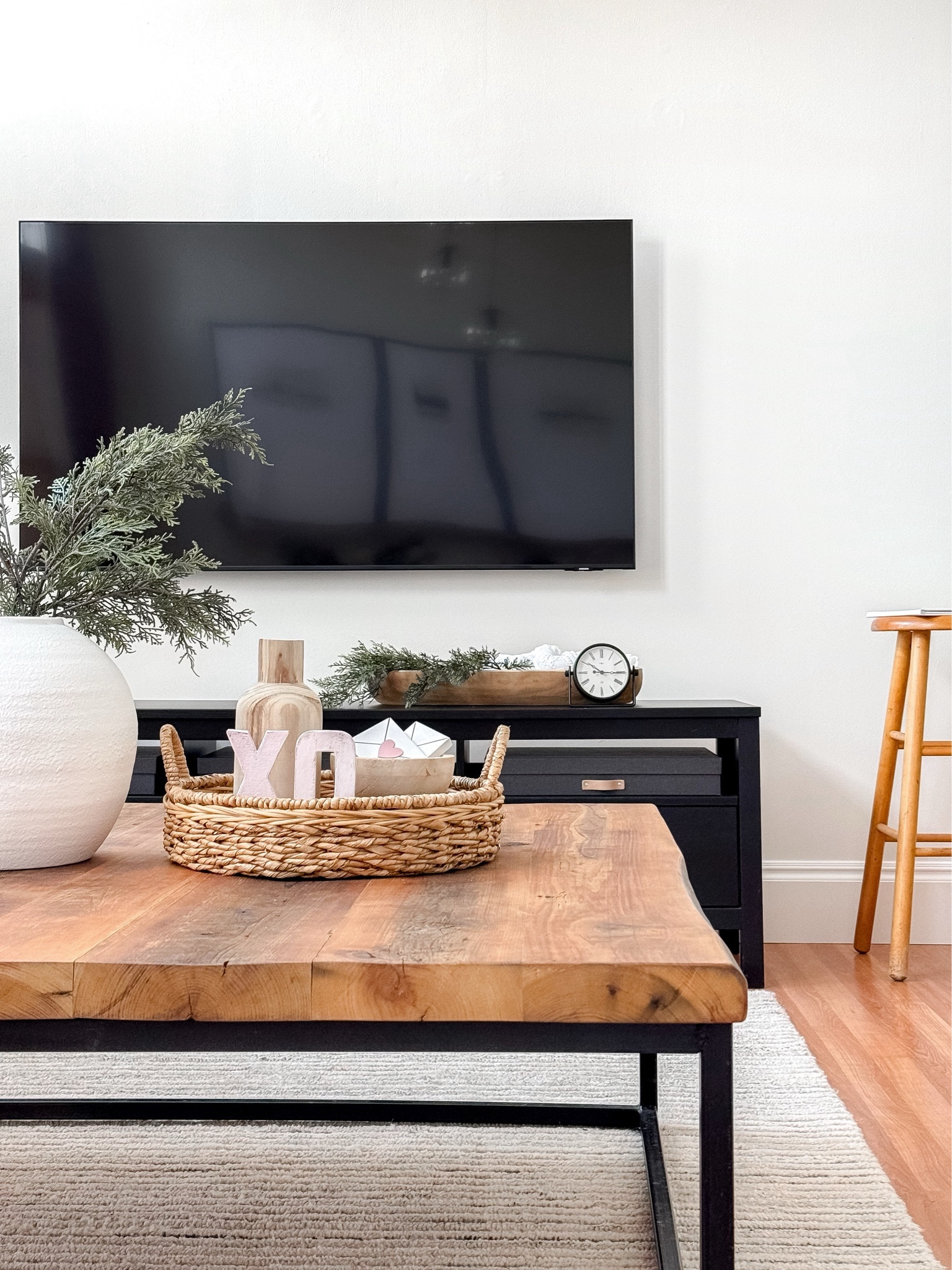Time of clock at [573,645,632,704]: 10:14
